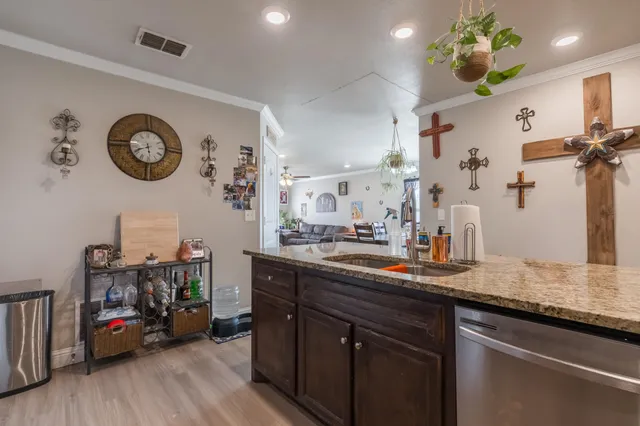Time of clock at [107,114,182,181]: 5:40
